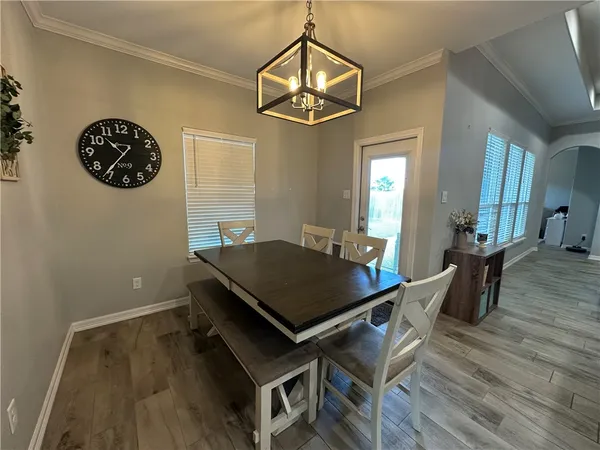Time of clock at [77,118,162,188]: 10:36
